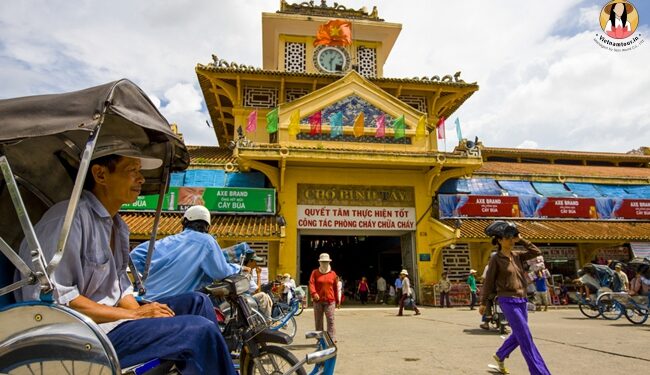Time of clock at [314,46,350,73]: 6:06
